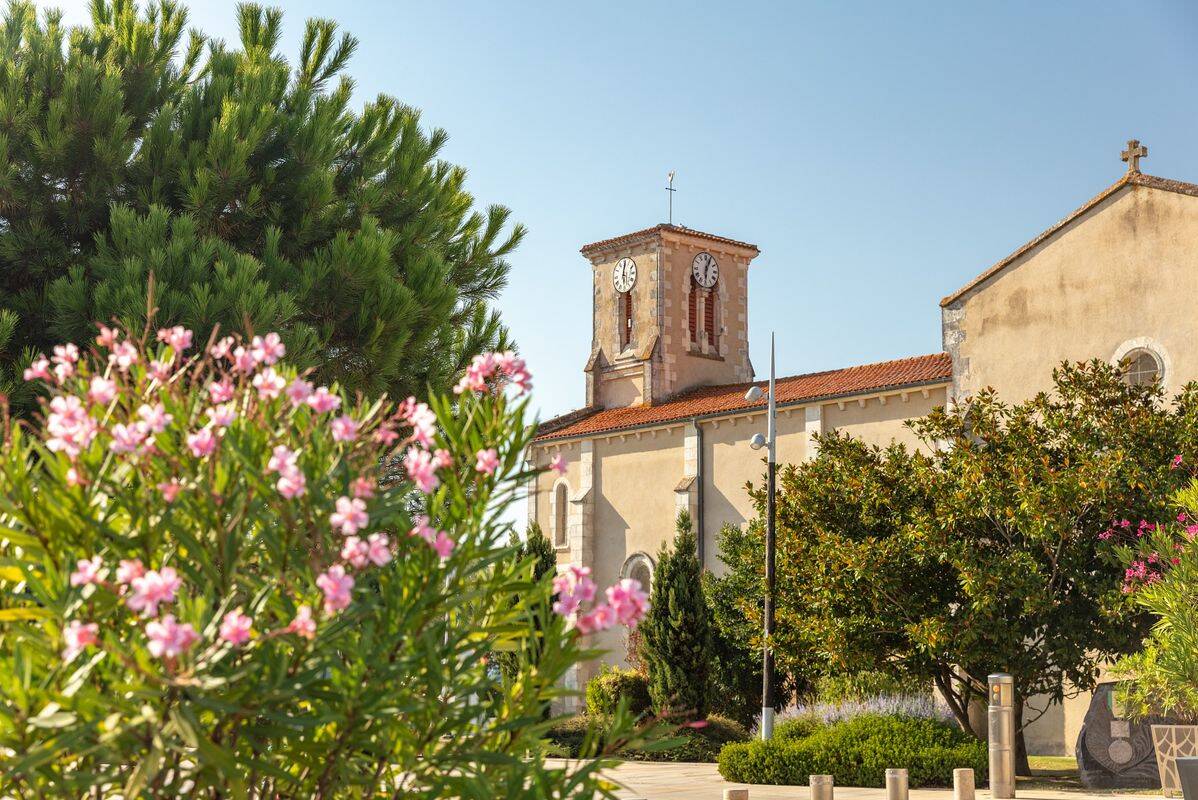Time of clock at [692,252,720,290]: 6:03
